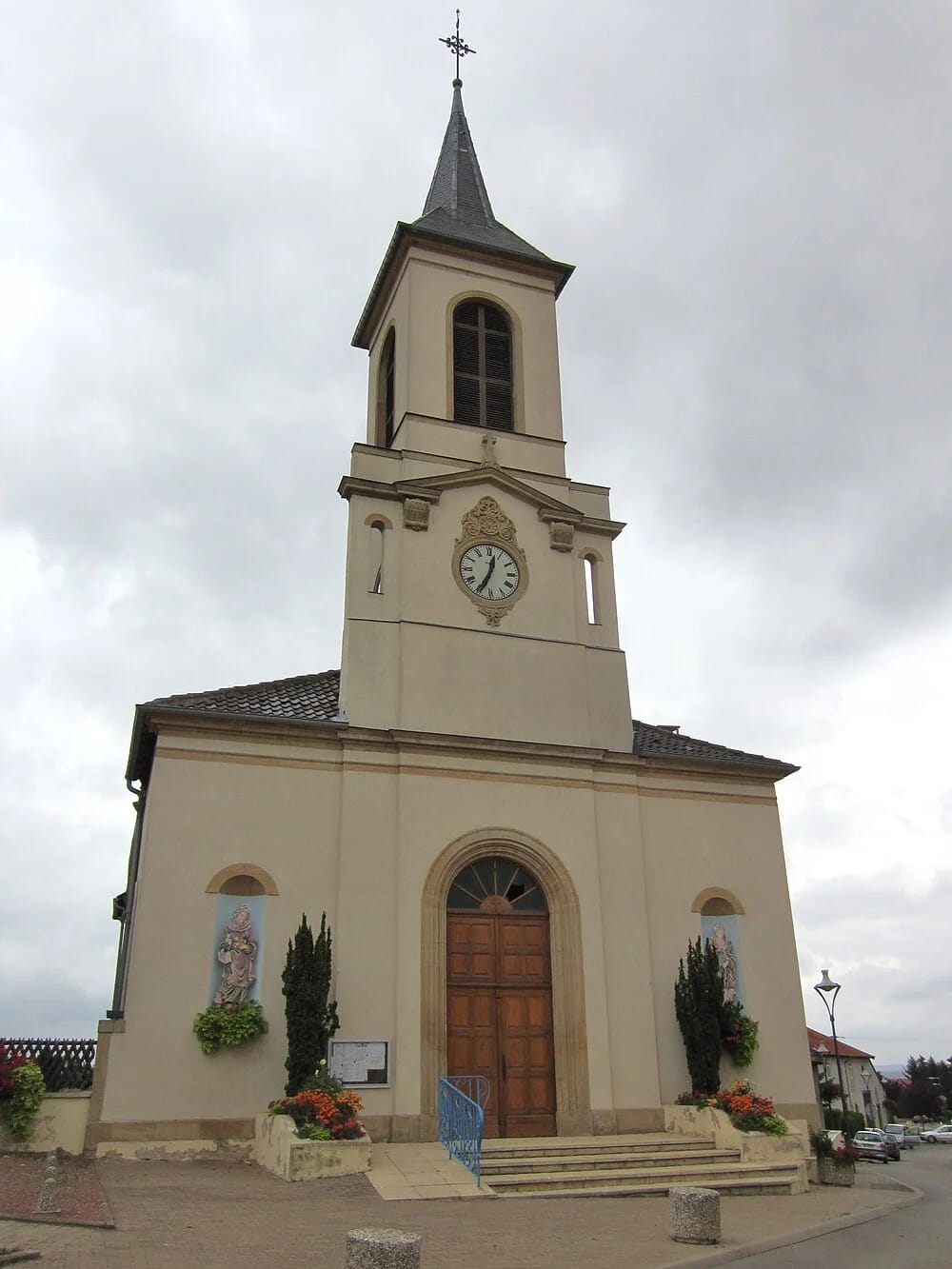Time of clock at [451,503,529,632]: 12:34
